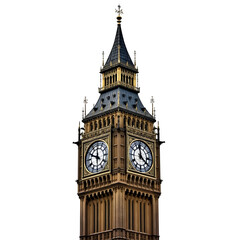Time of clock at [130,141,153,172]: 11:20
